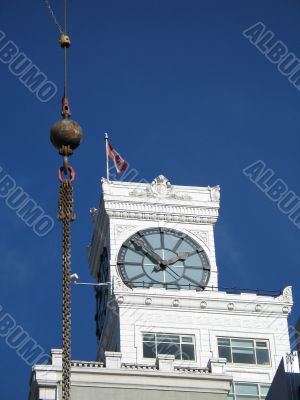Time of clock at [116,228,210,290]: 1:52
